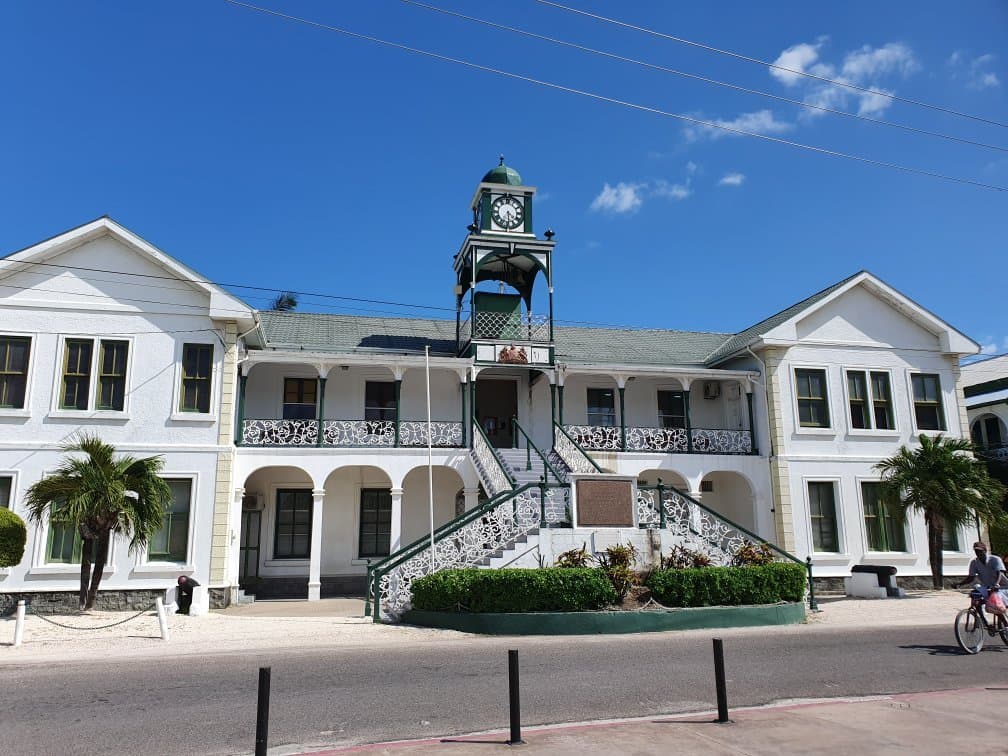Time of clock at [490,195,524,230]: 4:29
